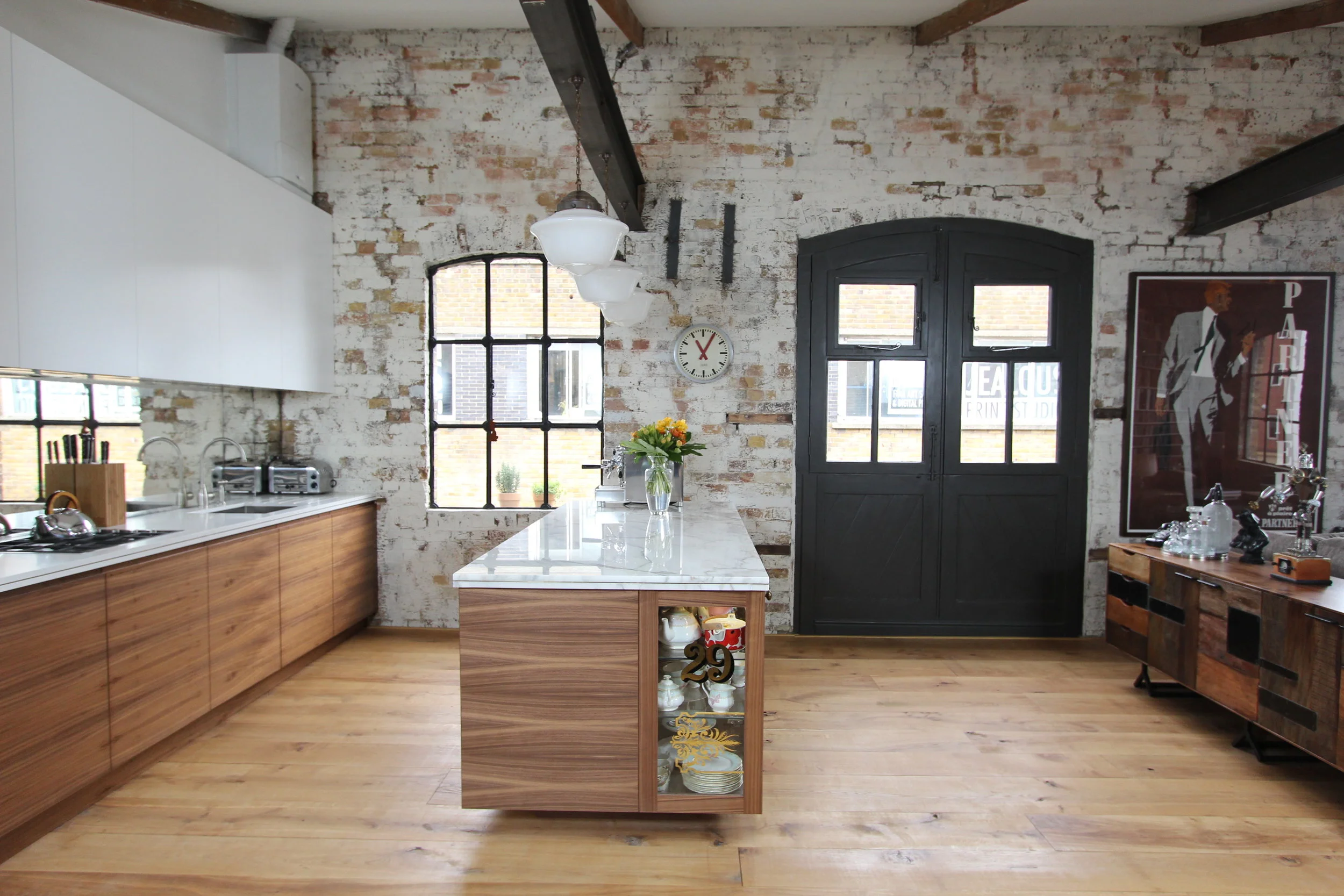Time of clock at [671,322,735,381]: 11:05
